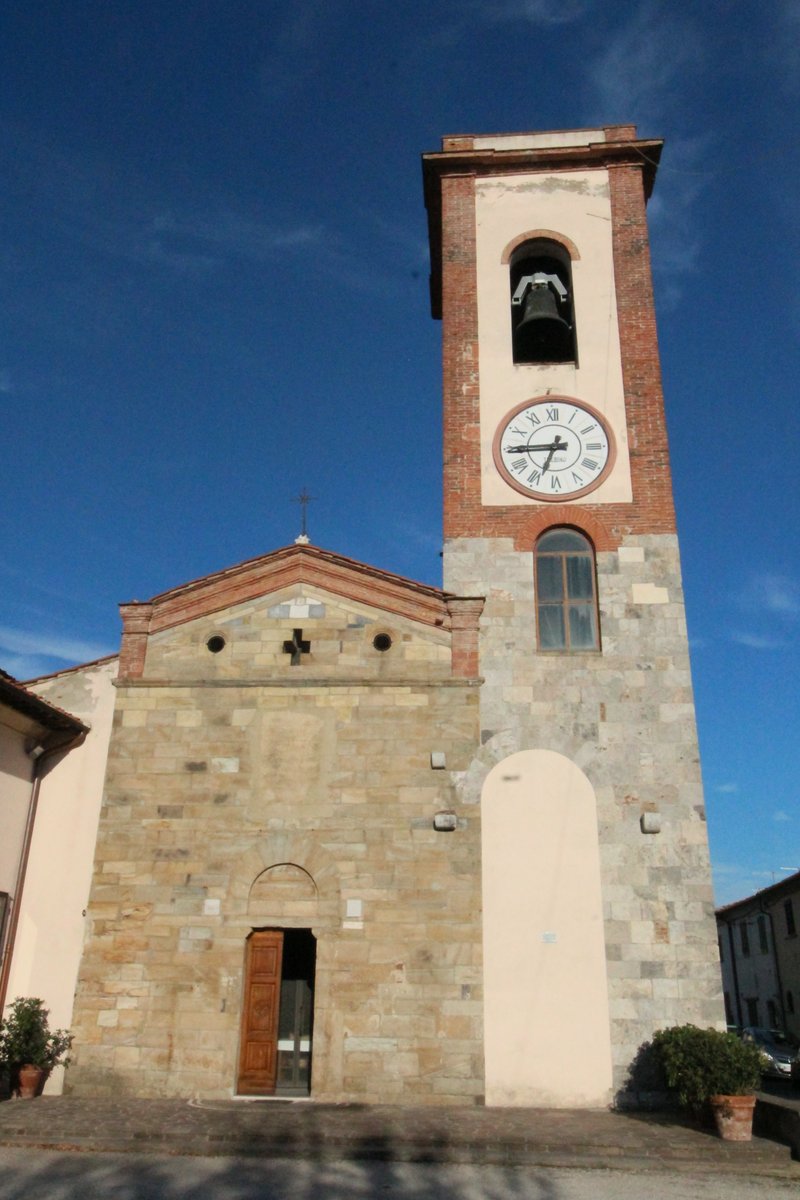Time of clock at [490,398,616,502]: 6:44
